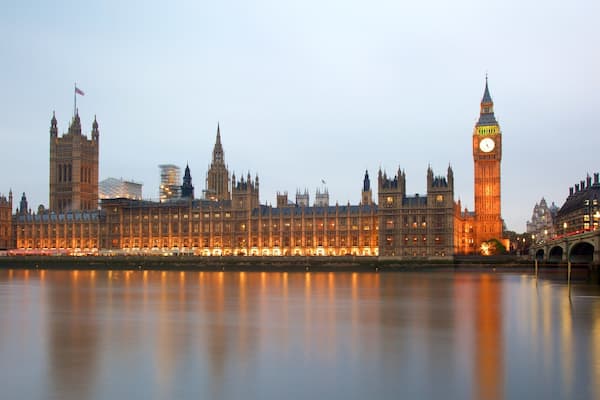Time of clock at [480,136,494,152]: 4:57
